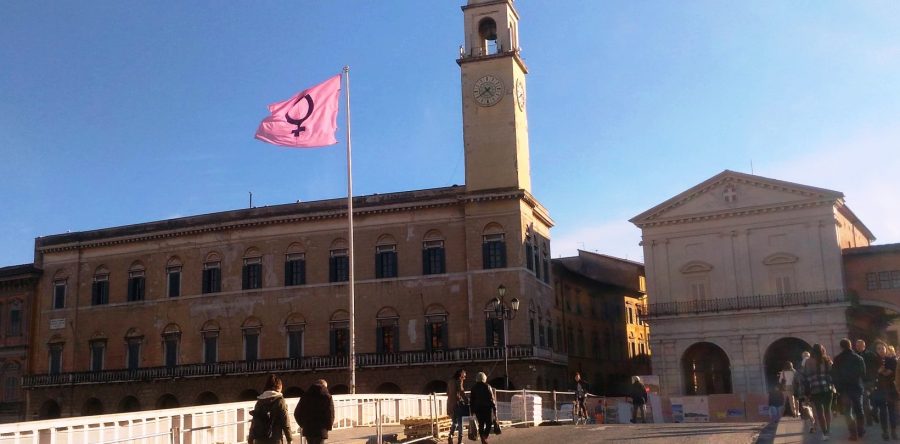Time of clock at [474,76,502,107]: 4:38
